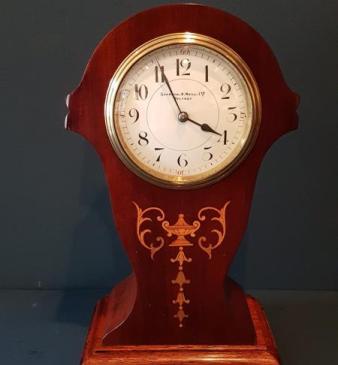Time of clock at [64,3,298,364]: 3:55
